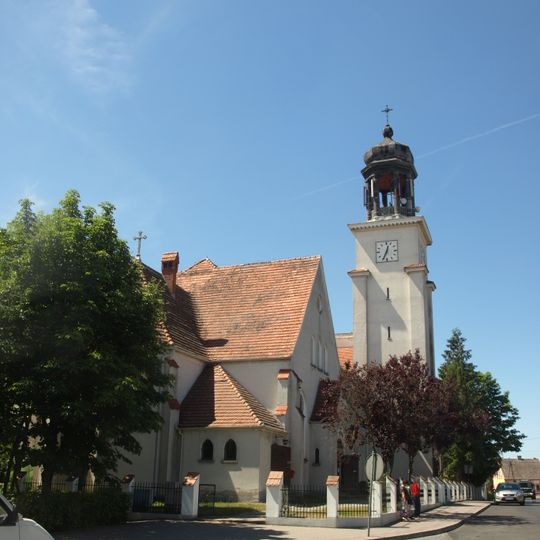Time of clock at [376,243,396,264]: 12:34
